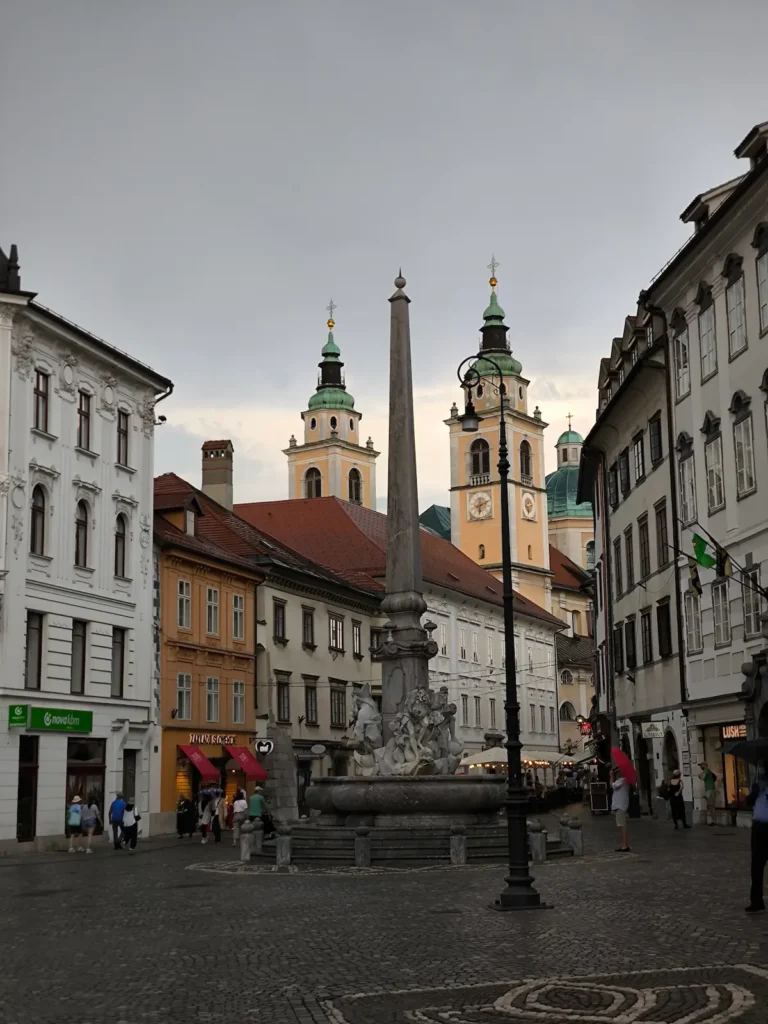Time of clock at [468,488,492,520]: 6:11
